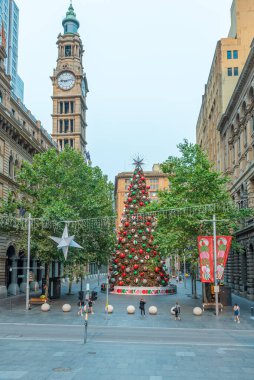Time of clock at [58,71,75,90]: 9:12
